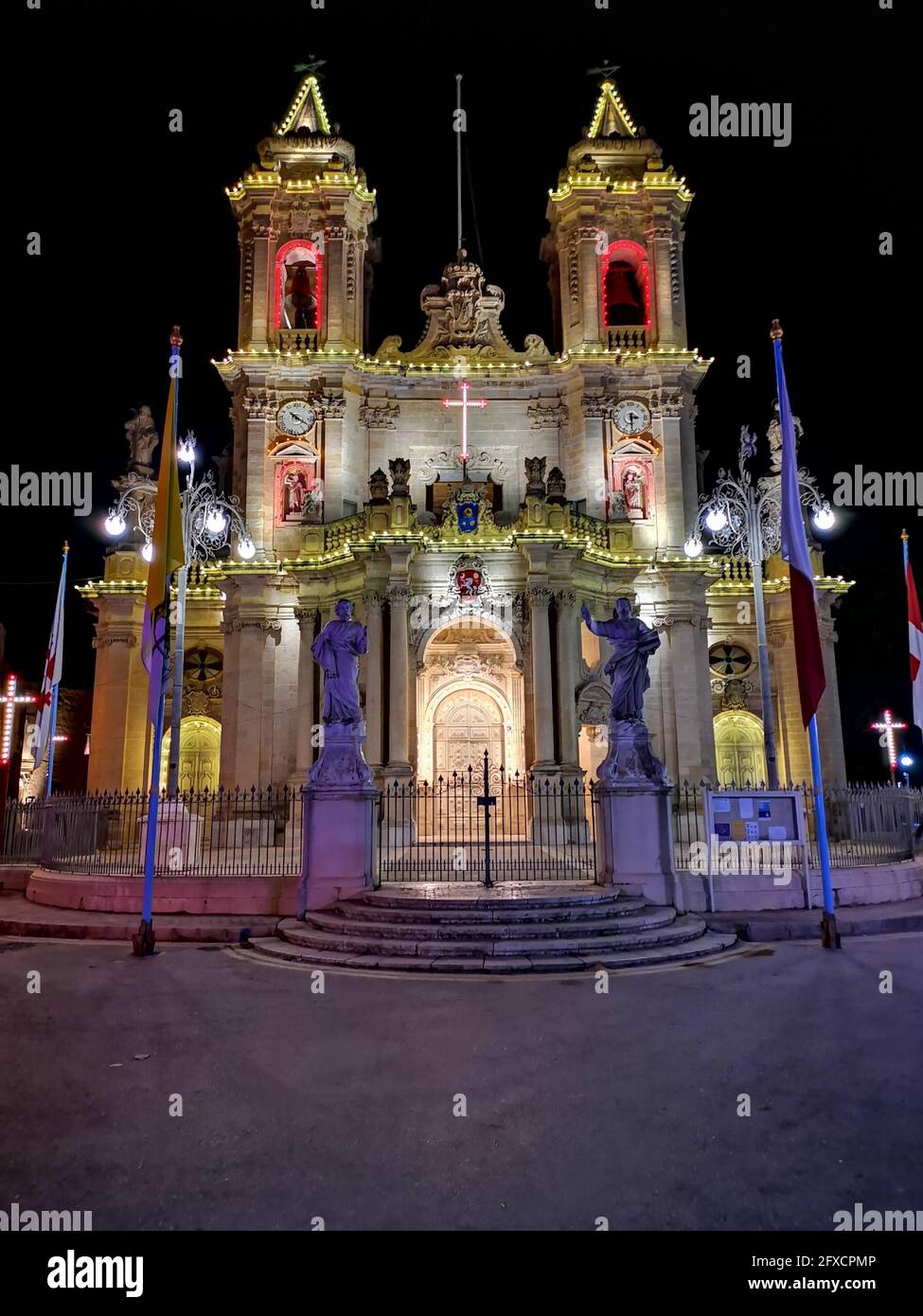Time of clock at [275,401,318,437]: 10:20
